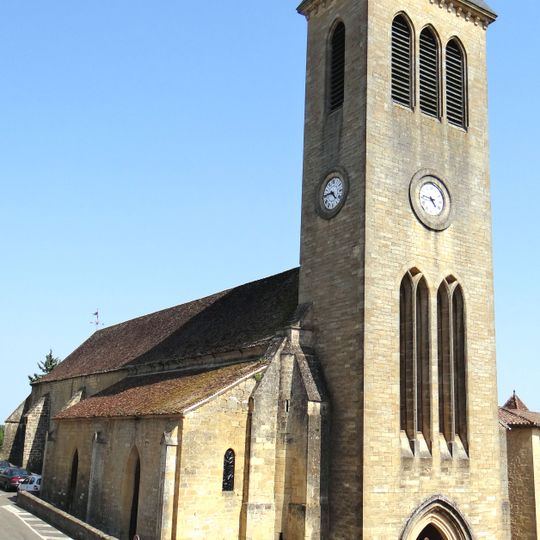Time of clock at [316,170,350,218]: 4:44
